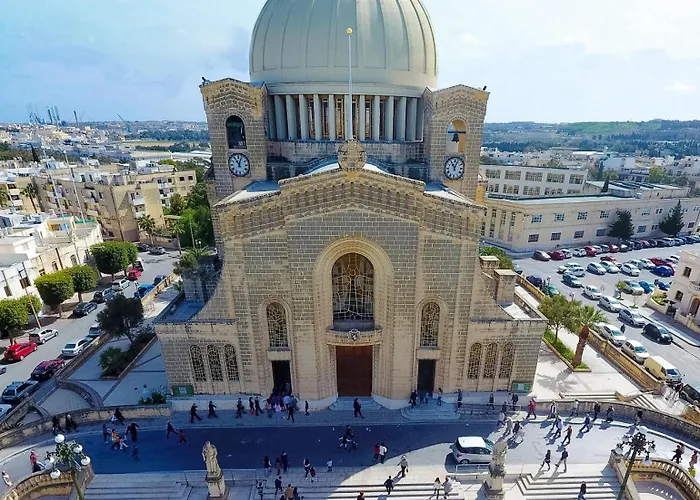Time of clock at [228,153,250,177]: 11:03
